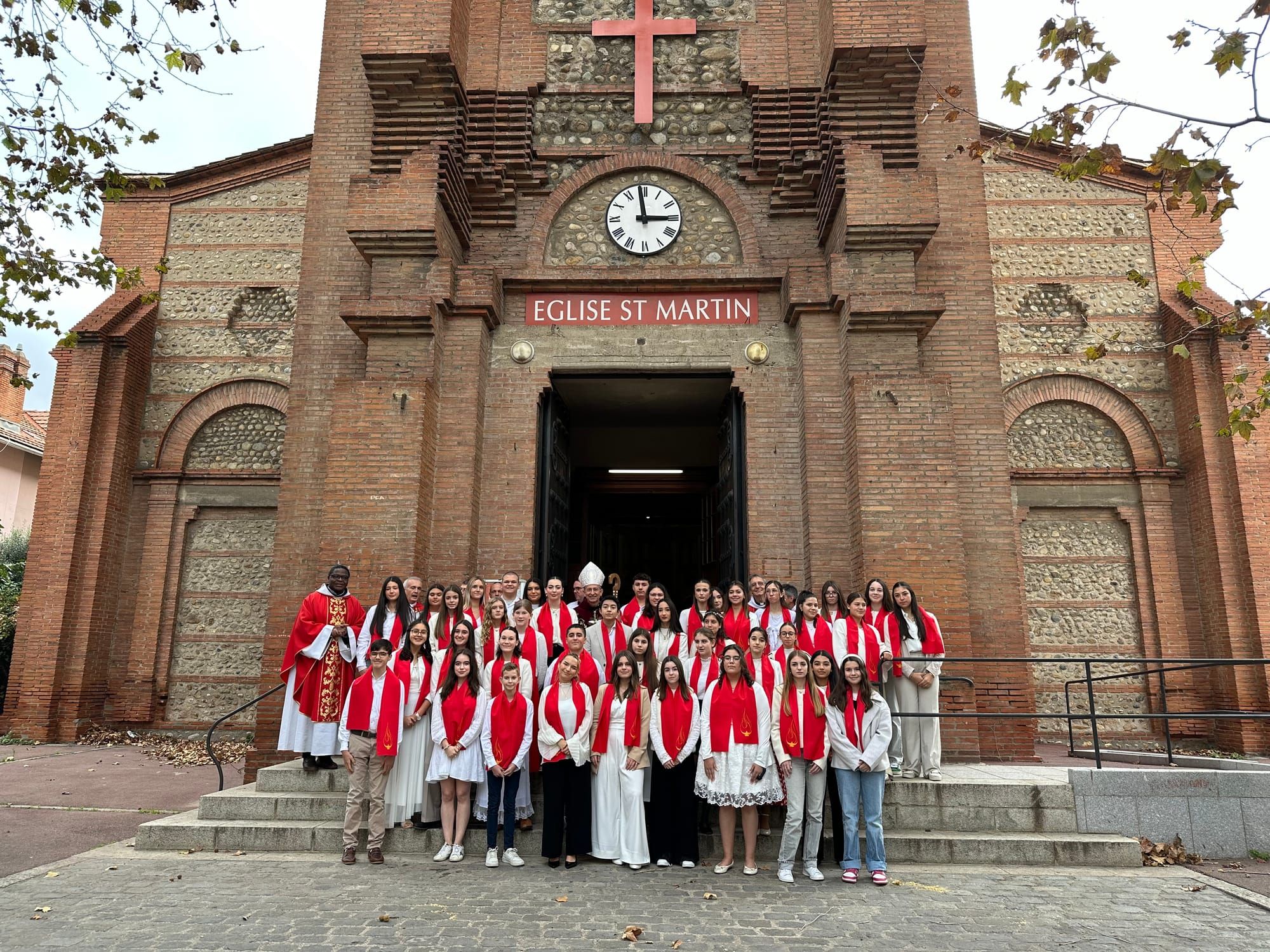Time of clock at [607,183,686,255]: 2:58
